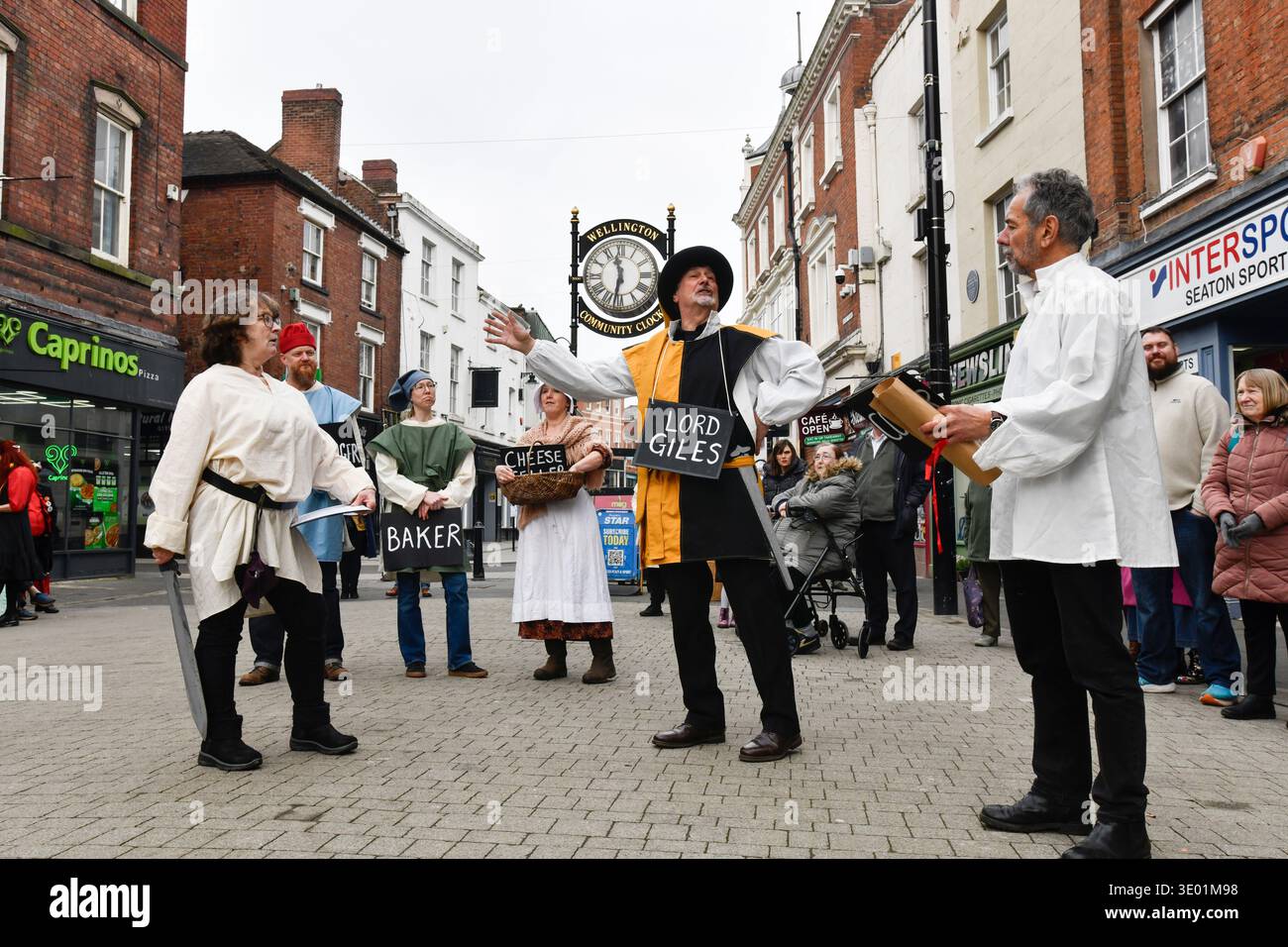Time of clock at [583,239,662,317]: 11:32
